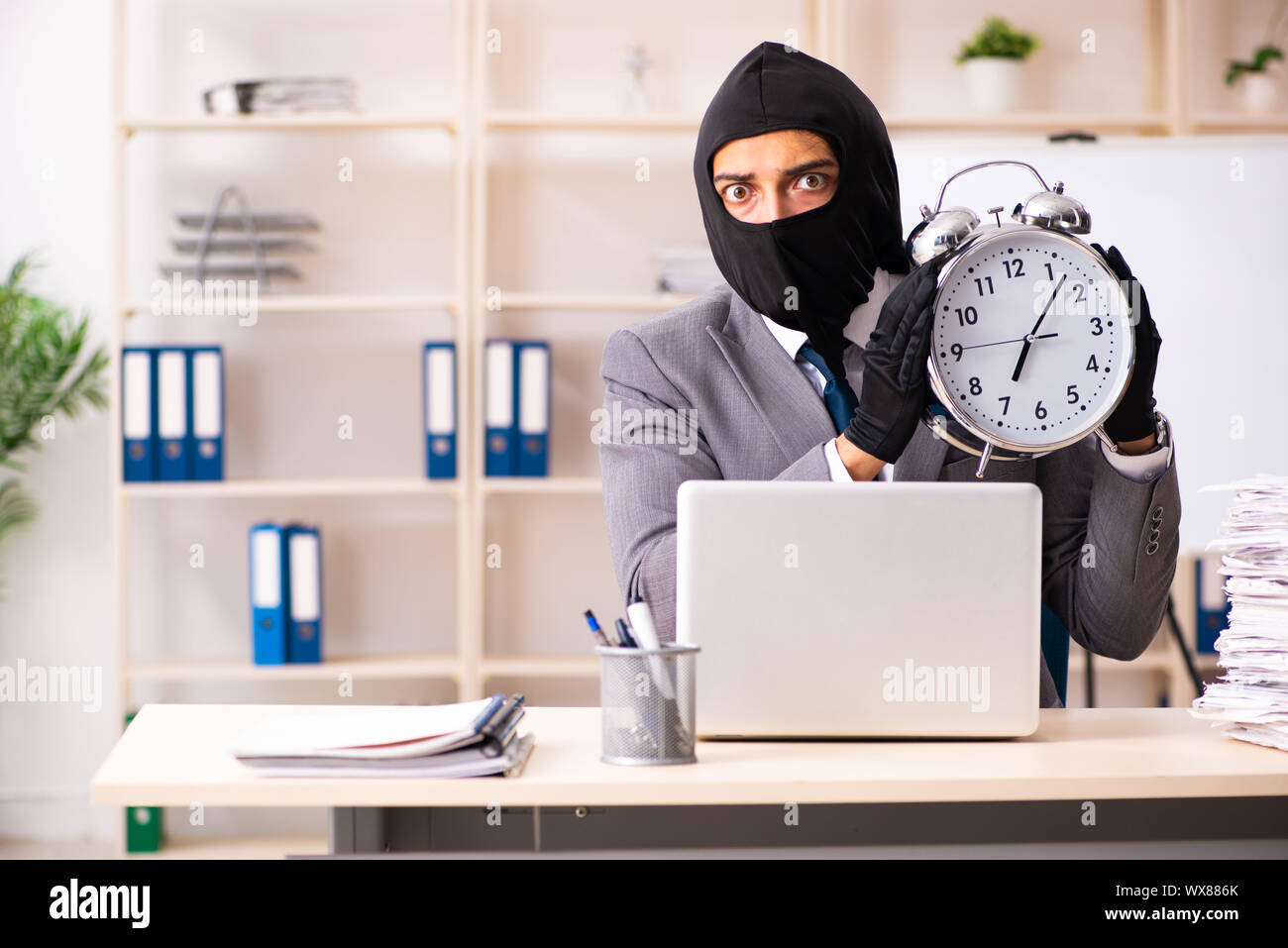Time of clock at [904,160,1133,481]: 7:06
